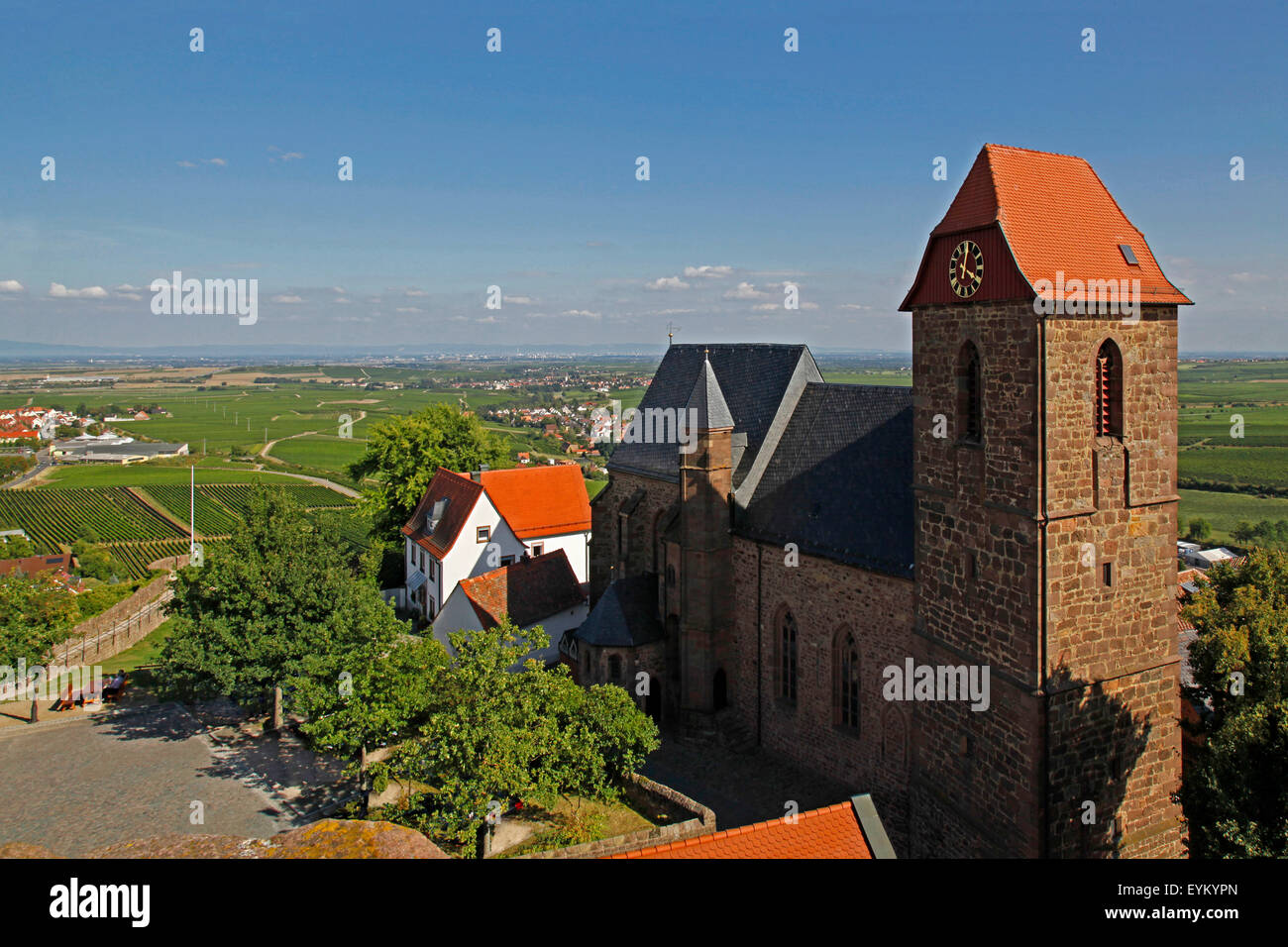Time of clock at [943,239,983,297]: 4:01
